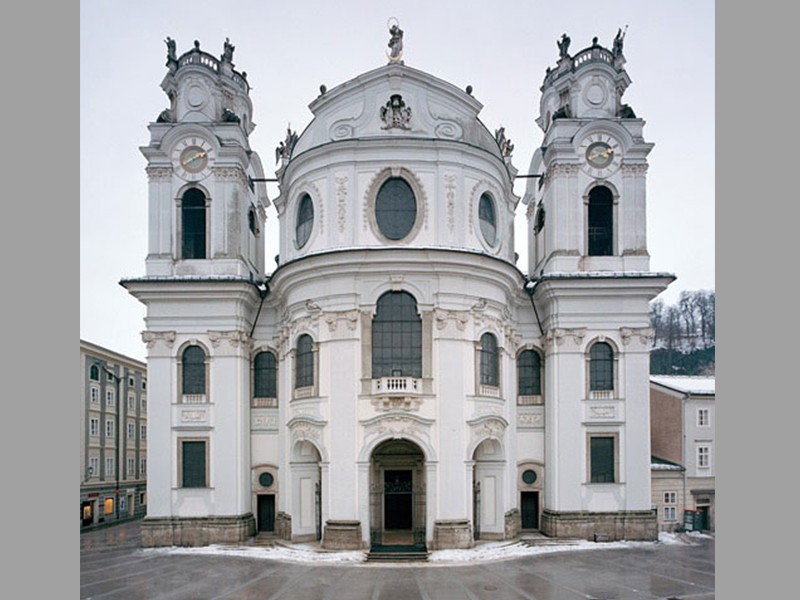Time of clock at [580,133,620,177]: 3:40
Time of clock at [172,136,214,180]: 2:39
